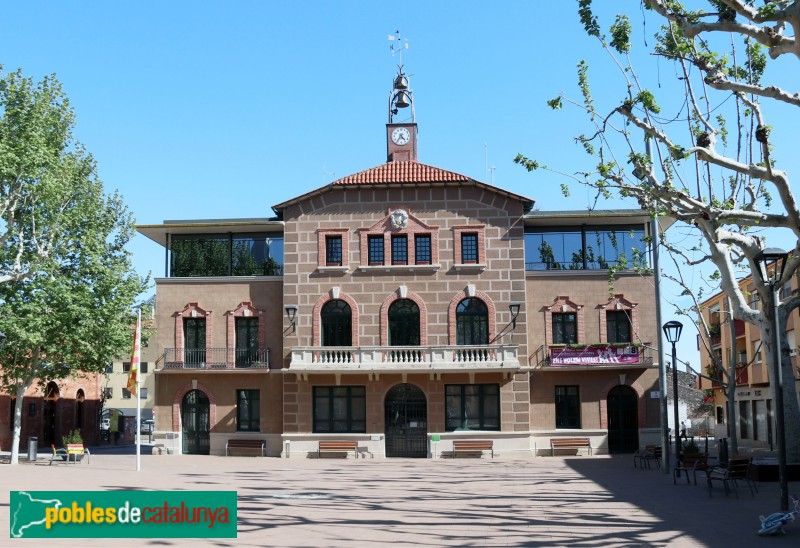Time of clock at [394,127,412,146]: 4:35
